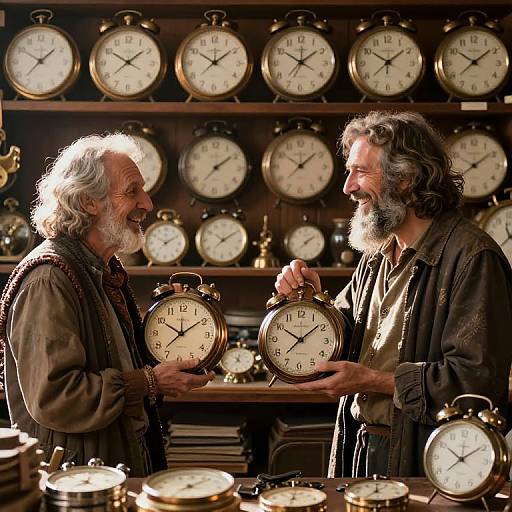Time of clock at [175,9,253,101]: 10:08
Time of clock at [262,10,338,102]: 1:50
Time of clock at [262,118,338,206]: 10:08
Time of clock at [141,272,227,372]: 10:09
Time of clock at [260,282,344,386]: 10:08
